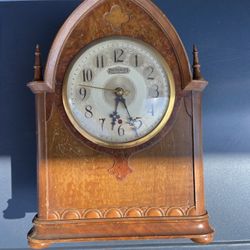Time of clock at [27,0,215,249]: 5:32
